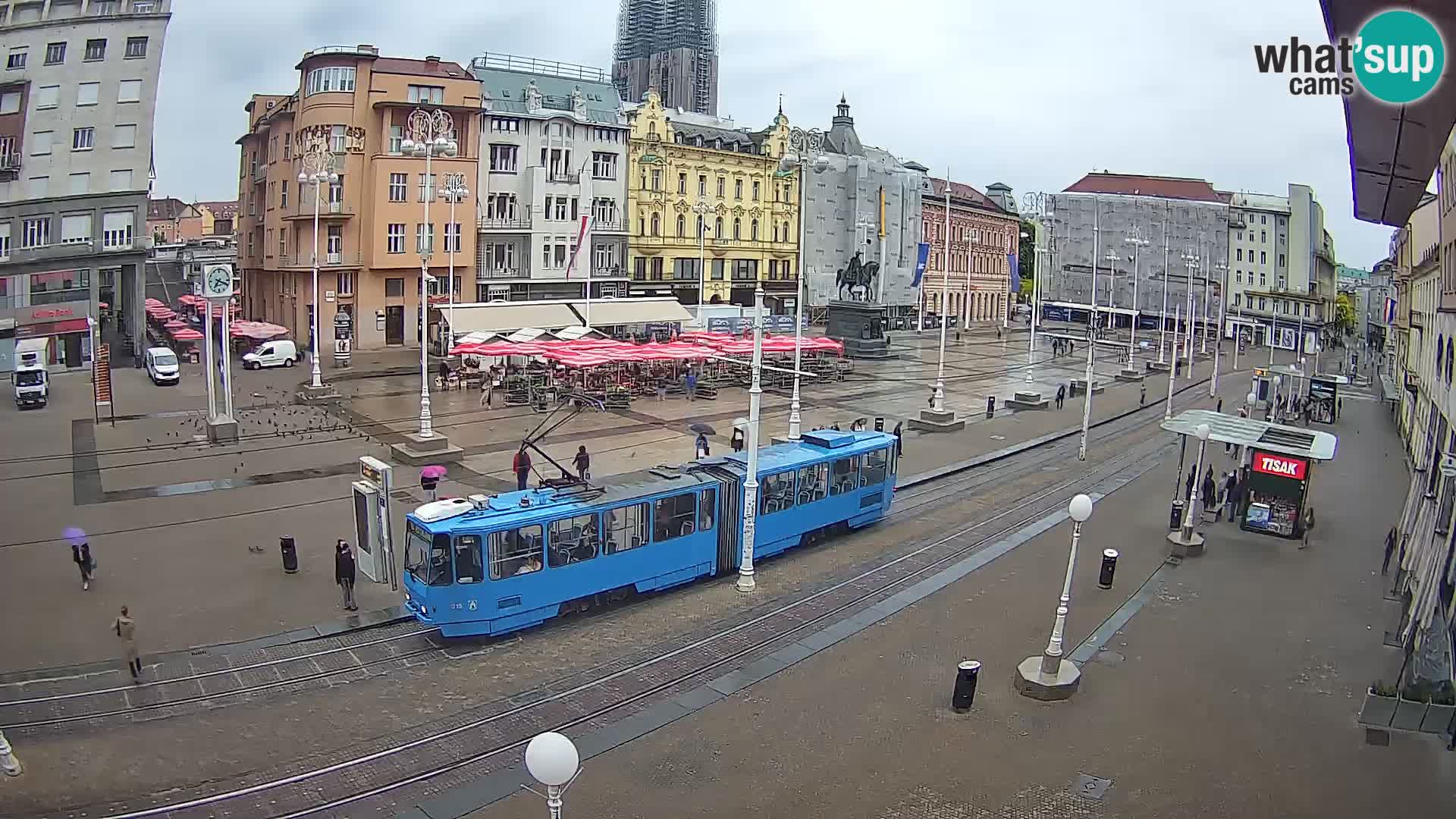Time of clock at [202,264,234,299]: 7:18
